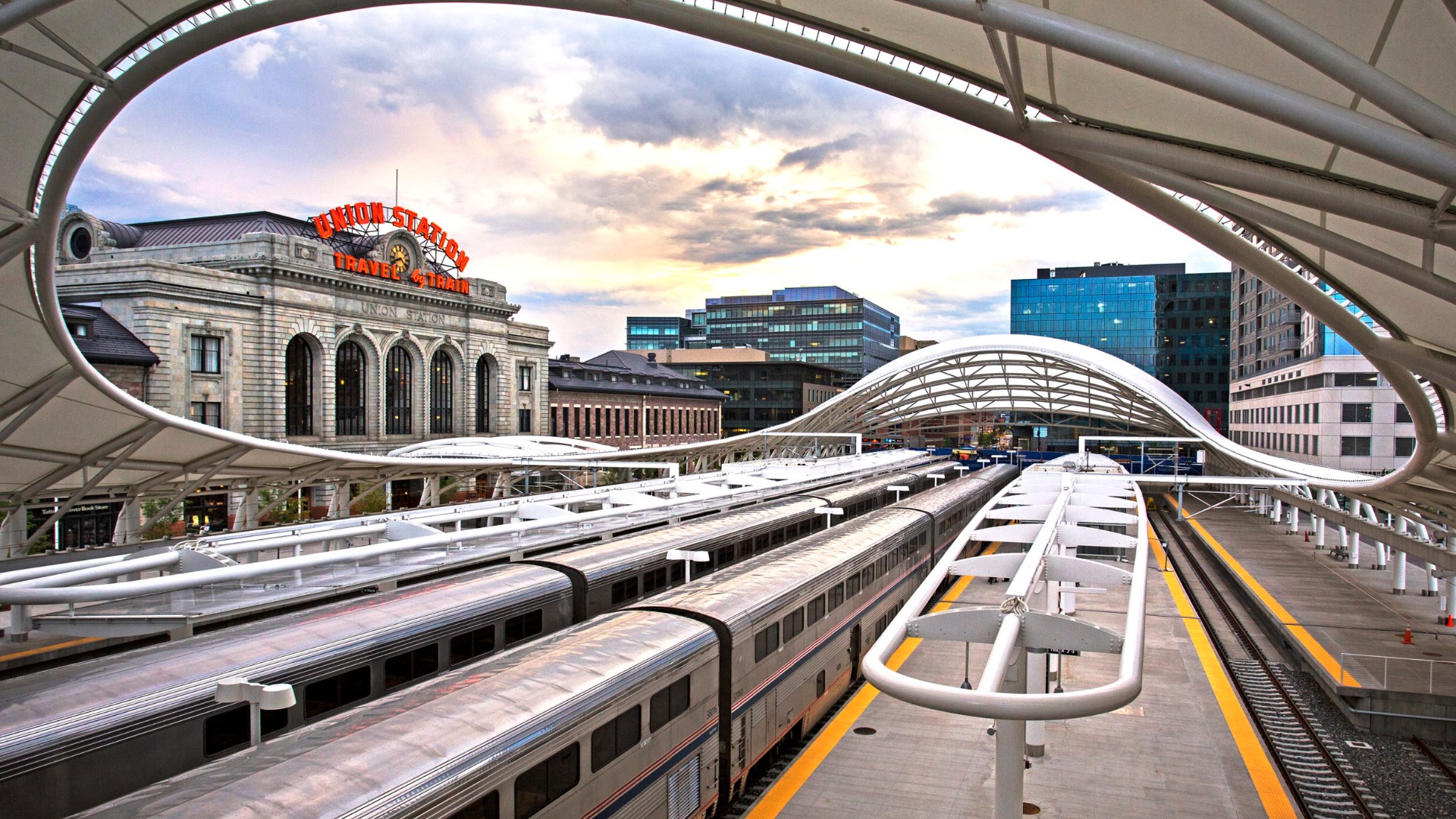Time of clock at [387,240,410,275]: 8:21
